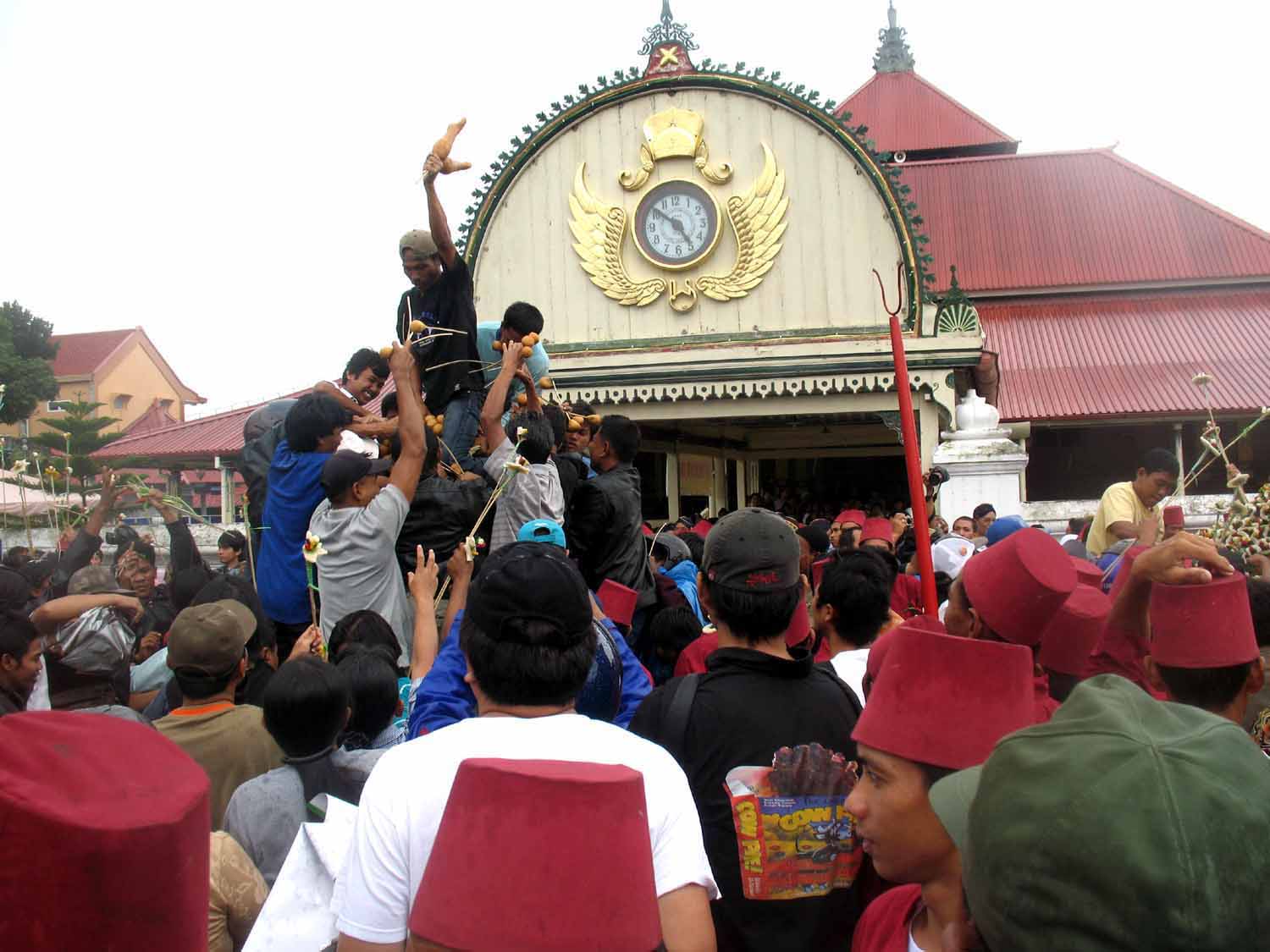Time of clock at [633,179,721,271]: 4:51
